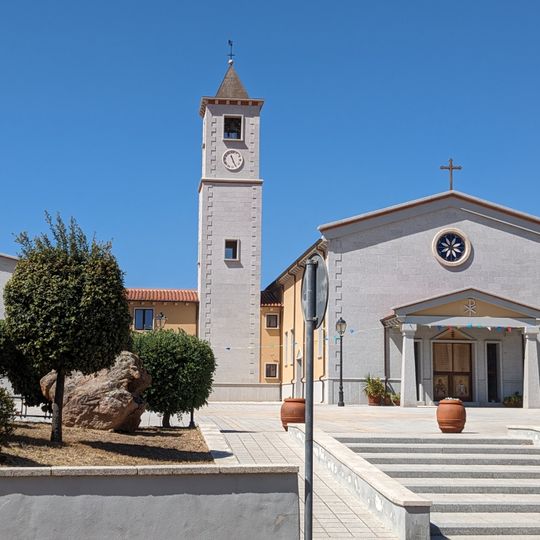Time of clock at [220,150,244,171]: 11:25
